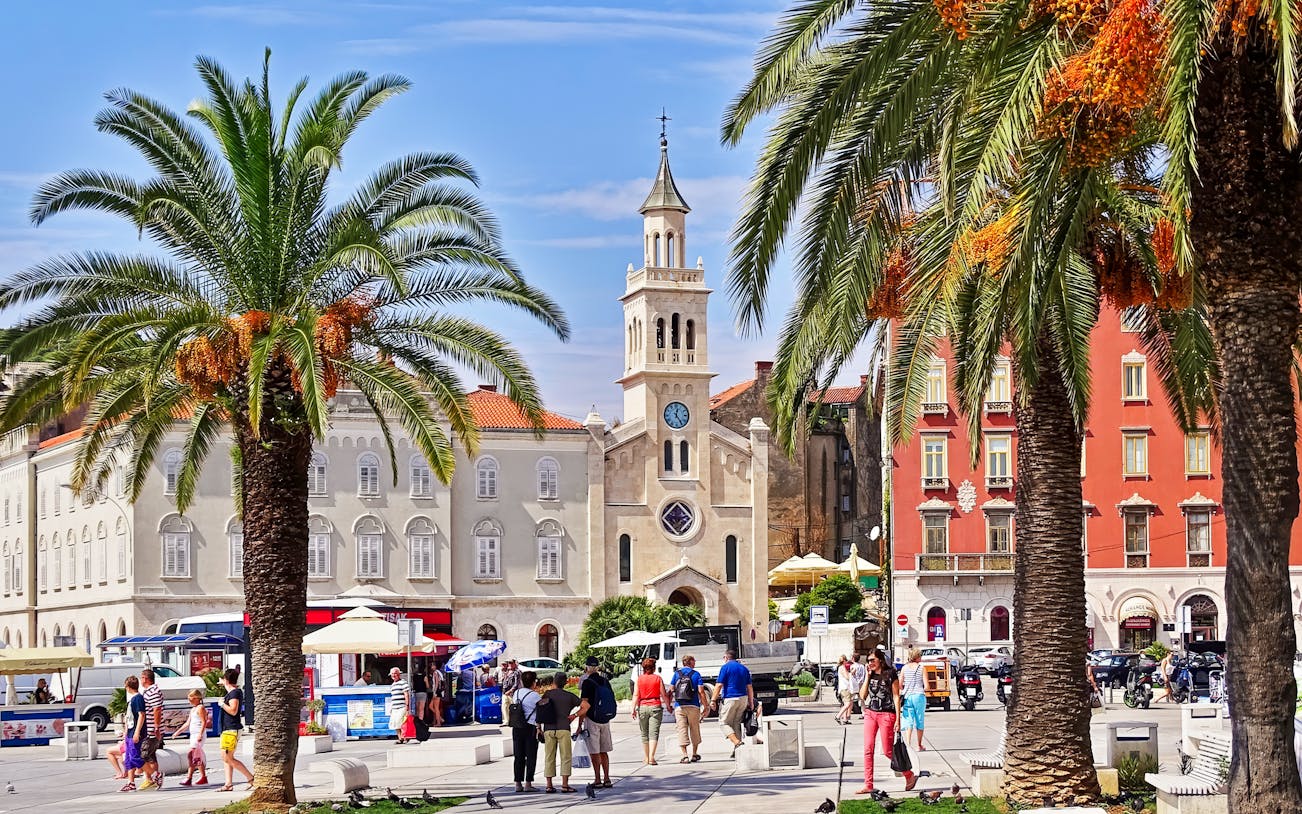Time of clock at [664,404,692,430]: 12:24
